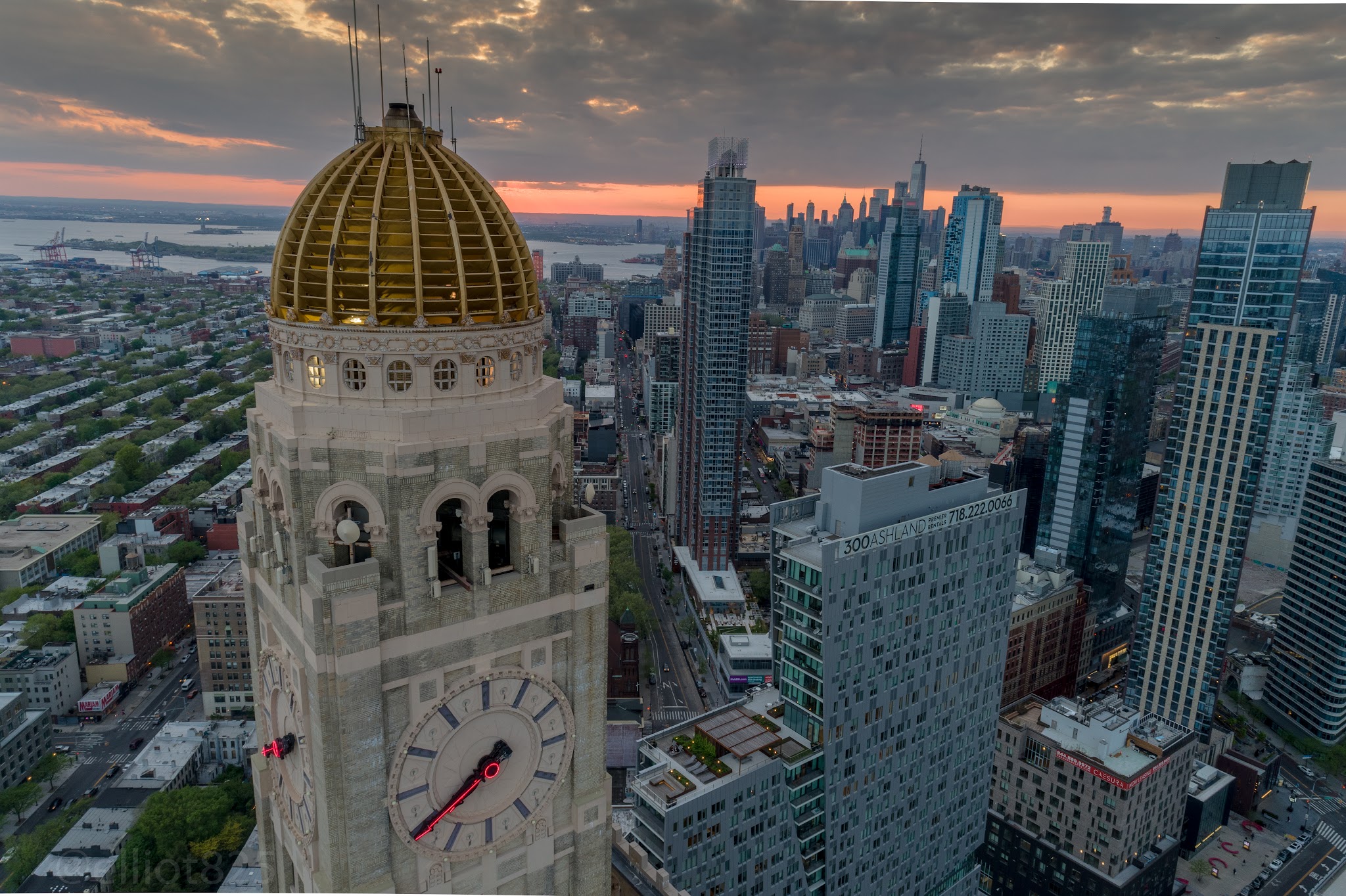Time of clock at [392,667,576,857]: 7:39
